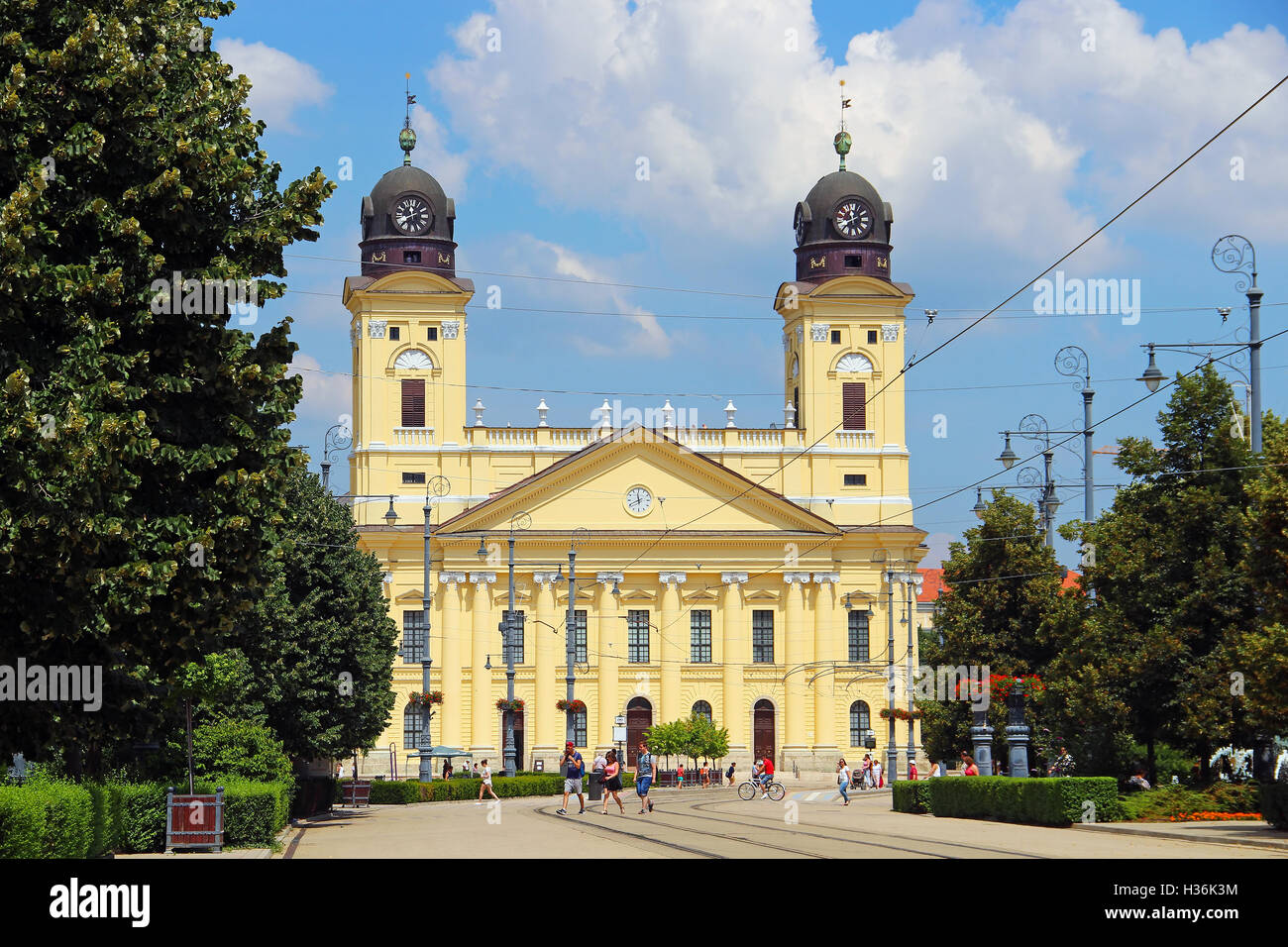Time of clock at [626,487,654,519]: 11:40
